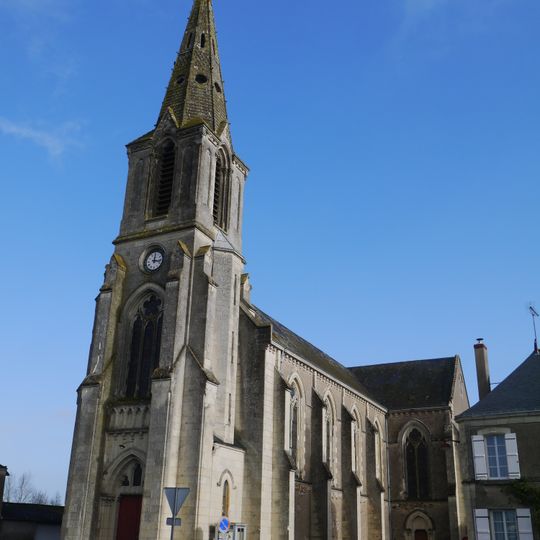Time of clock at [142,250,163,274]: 12:16
